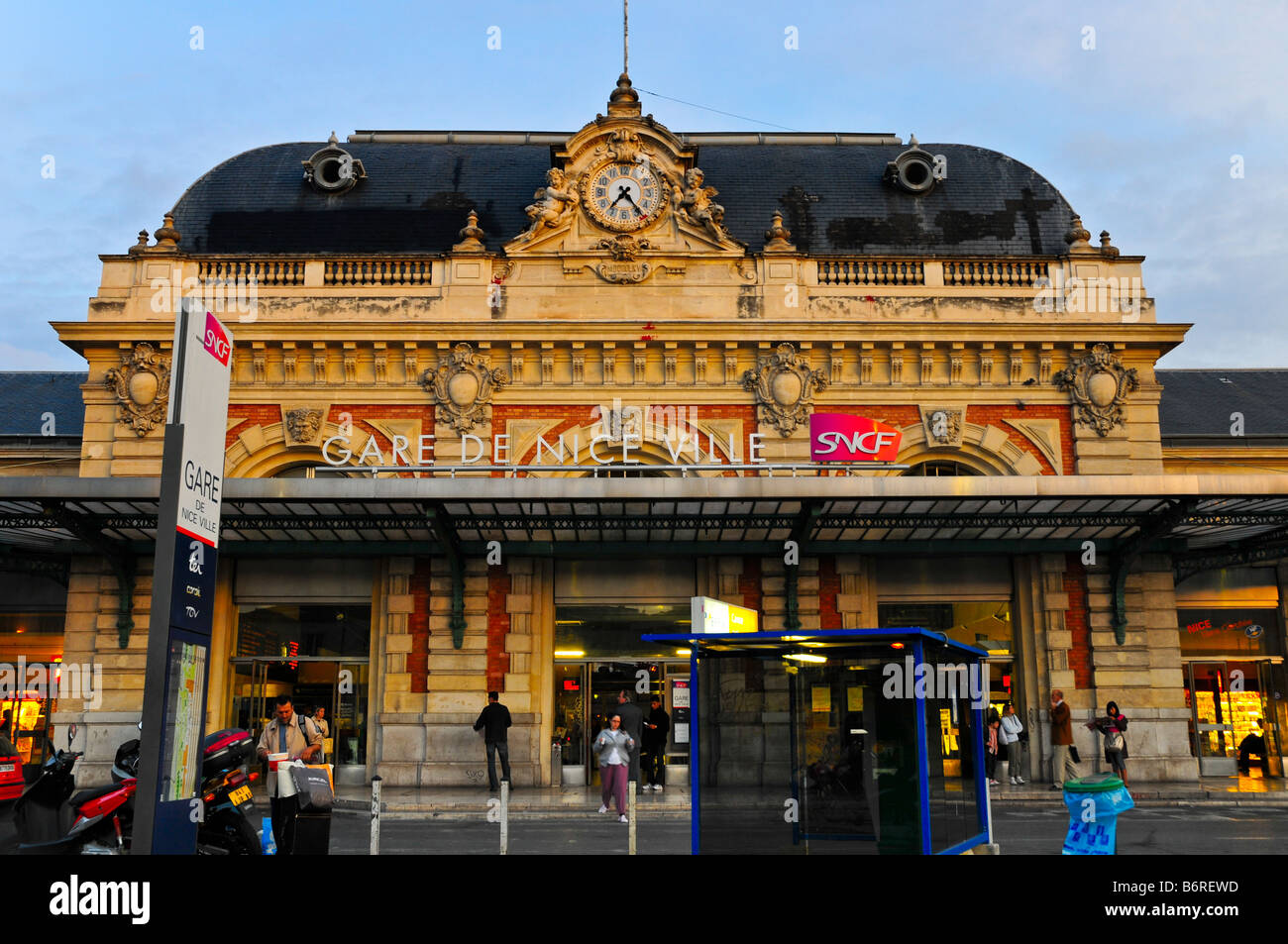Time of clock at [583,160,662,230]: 7:23
